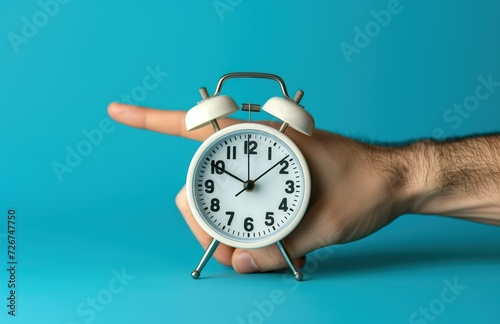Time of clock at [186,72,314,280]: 10:08
